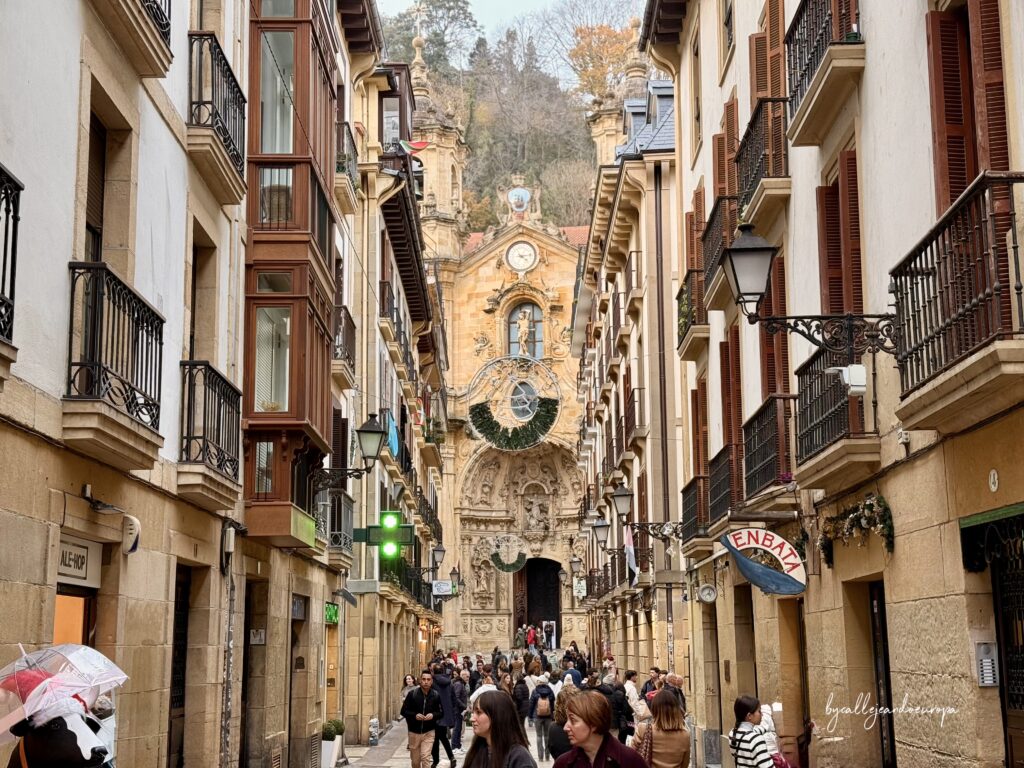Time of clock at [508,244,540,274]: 4:13
